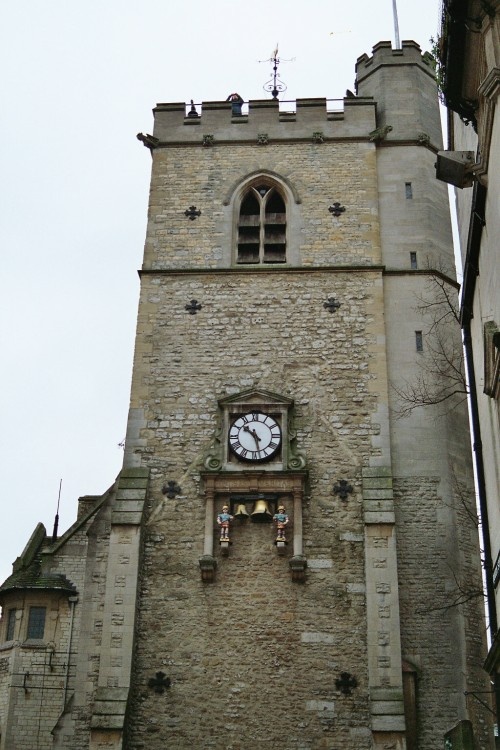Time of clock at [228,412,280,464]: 10:27
